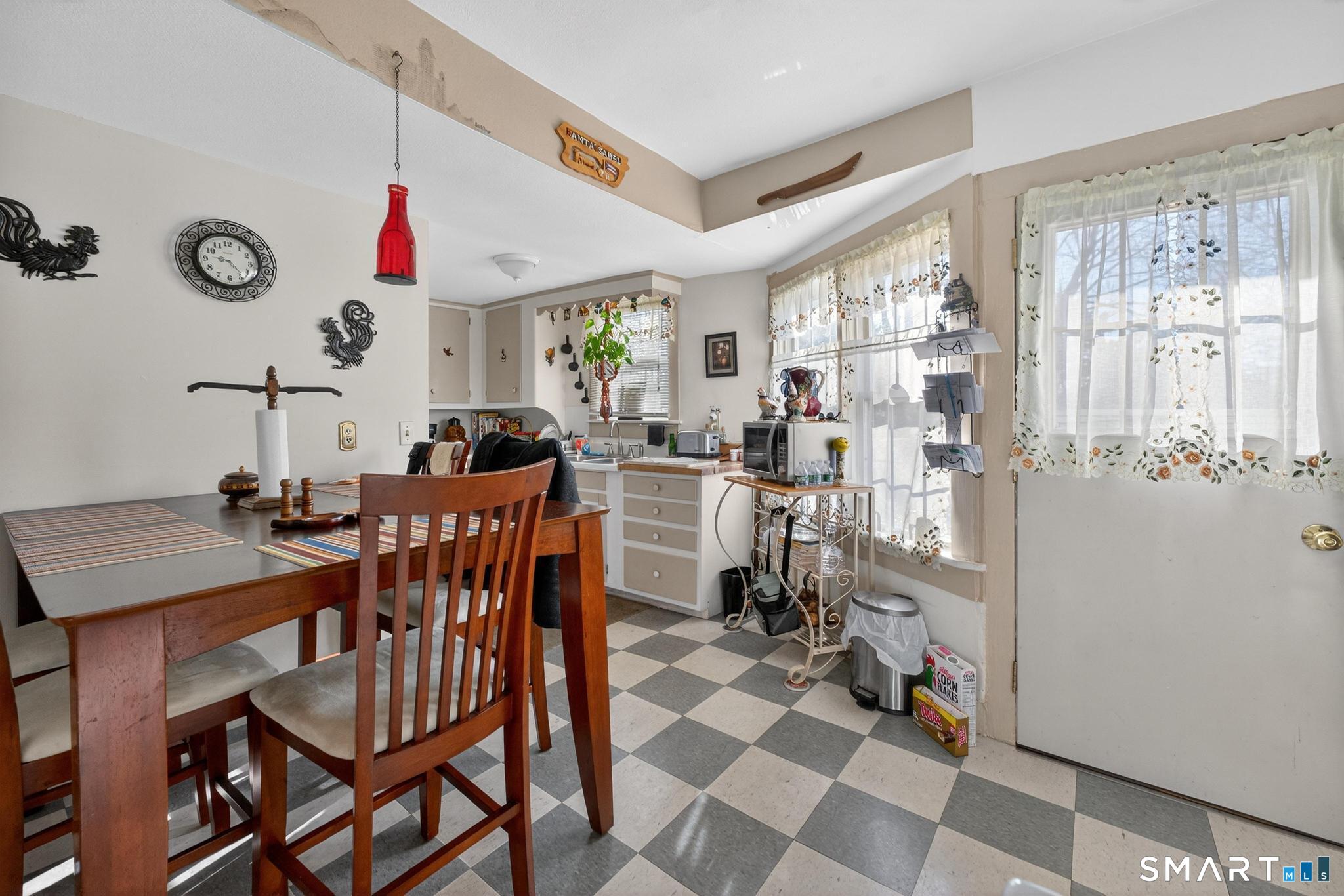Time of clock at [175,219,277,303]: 9:23
